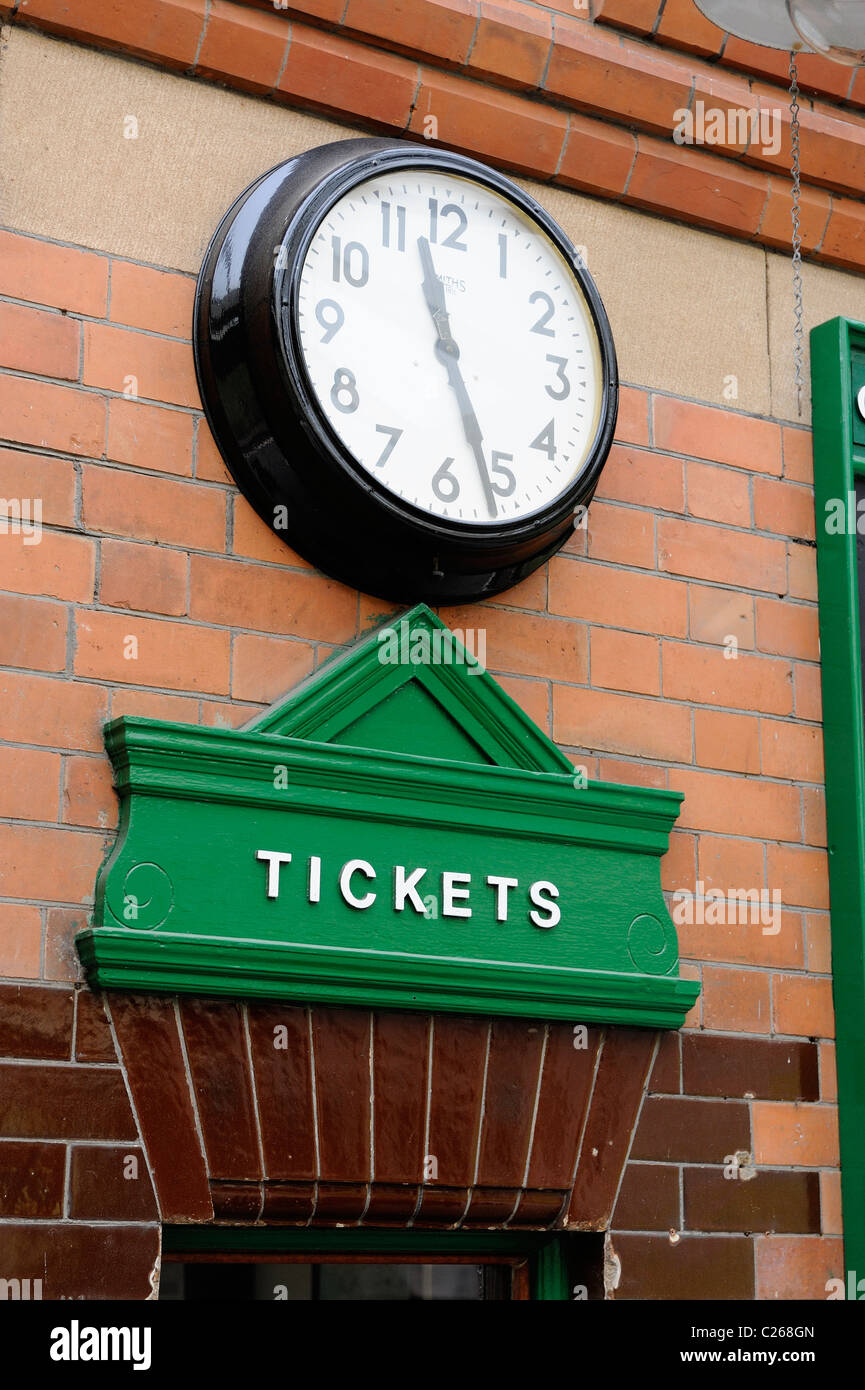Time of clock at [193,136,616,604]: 11:26
